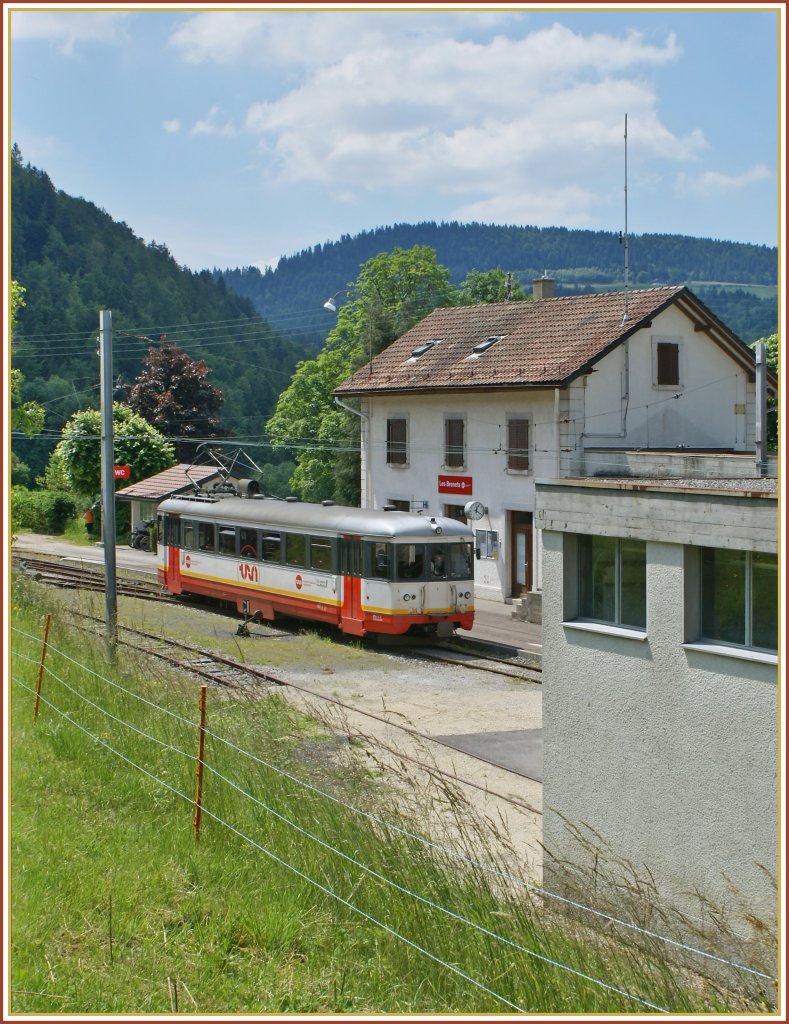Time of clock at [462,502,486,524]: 12:20
